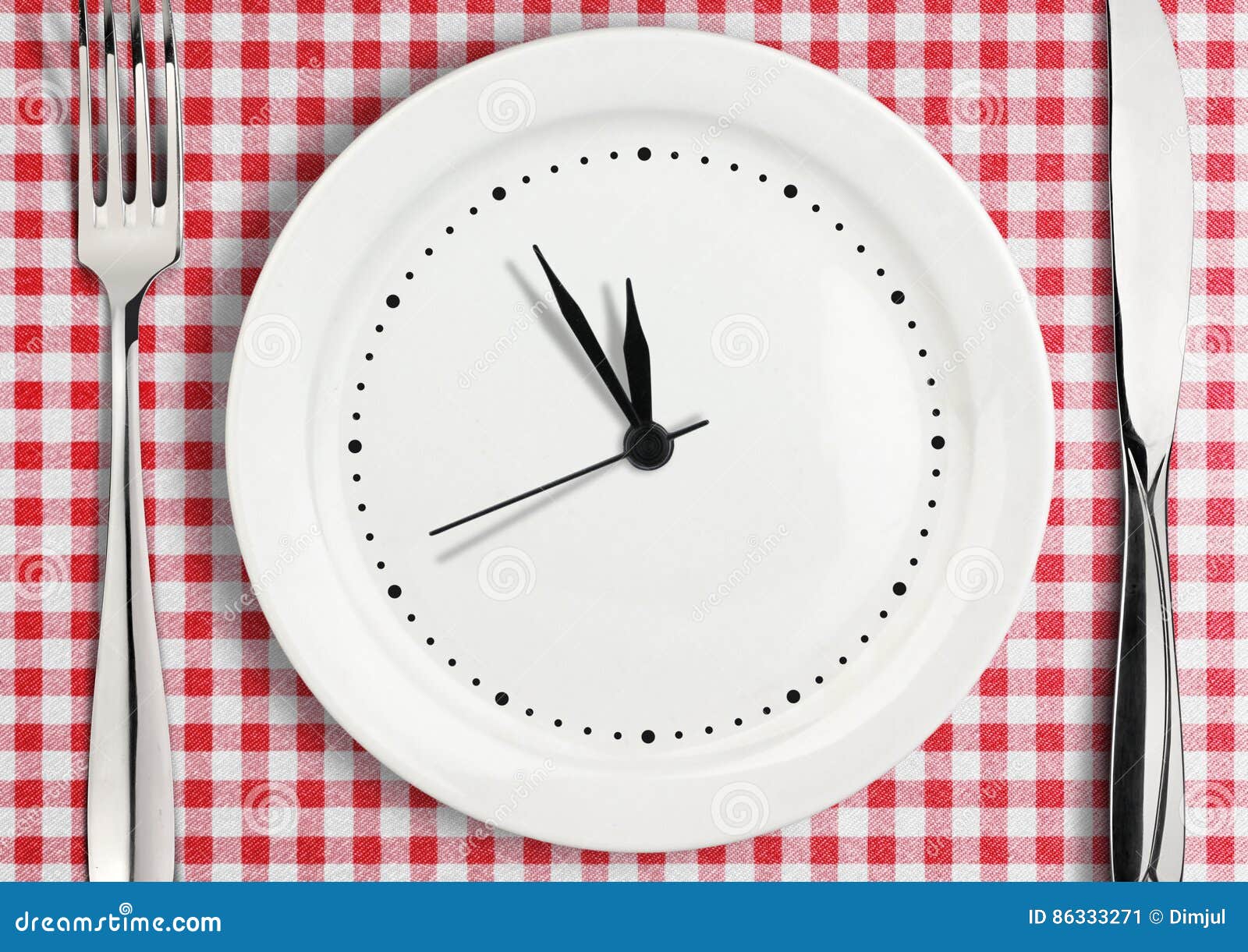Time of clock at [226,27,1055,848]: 11:55
